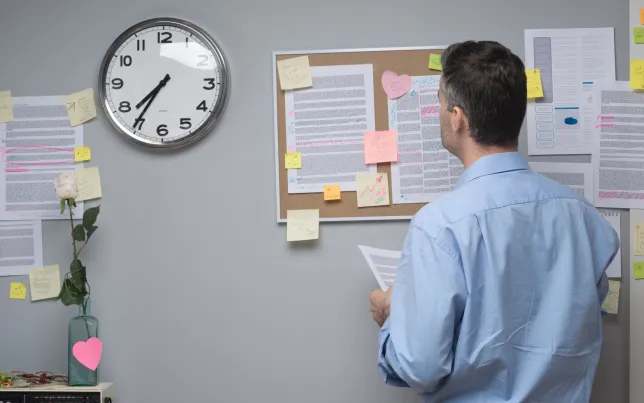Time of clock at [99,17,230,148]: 7:35
